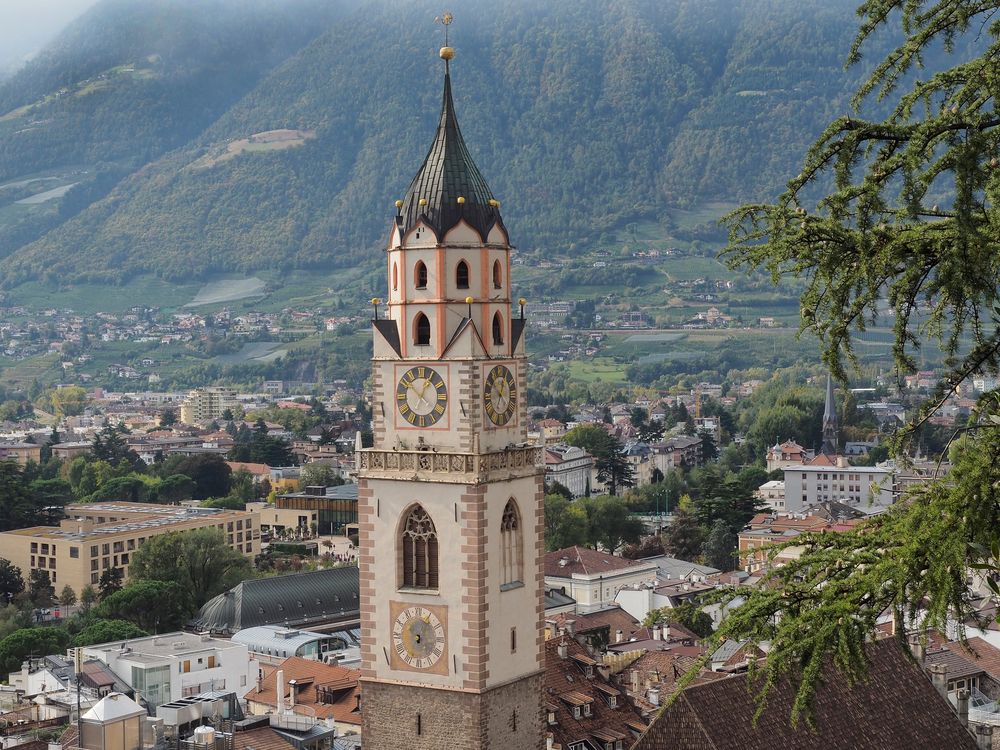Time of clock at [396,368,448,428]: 12:52
